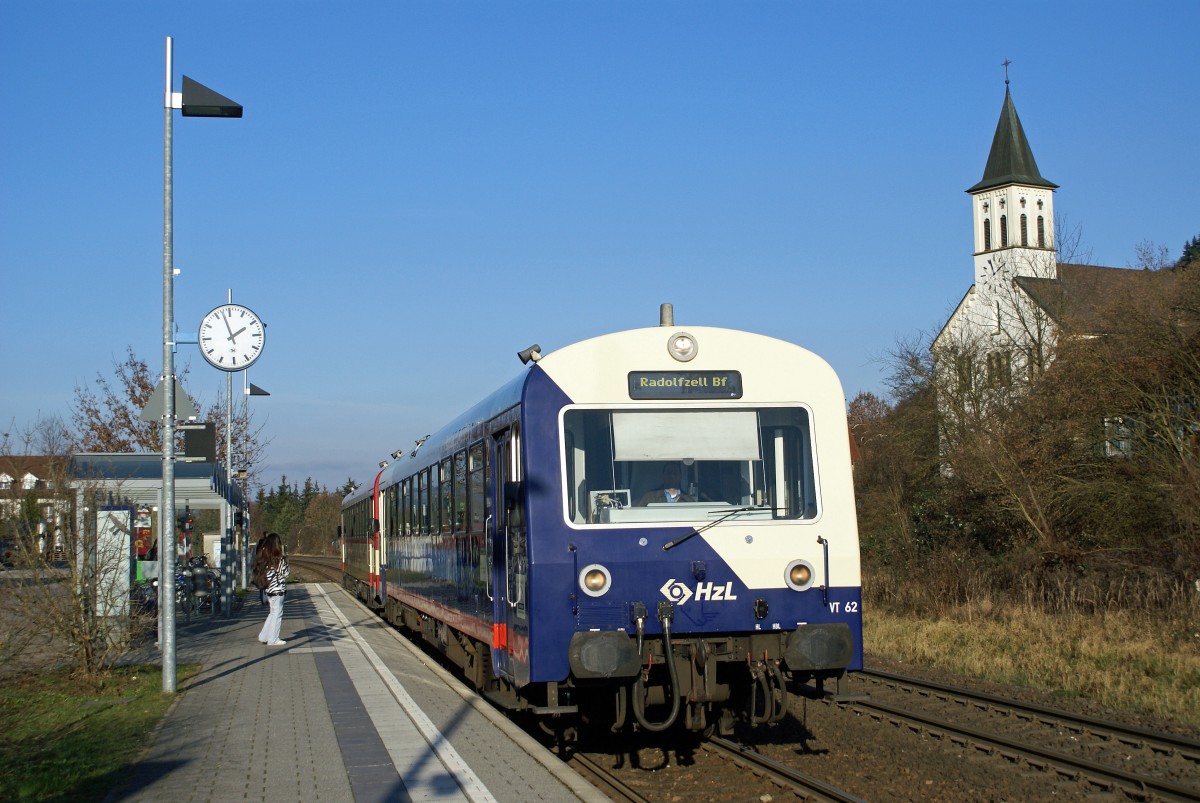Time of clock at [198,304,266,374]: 1:57
